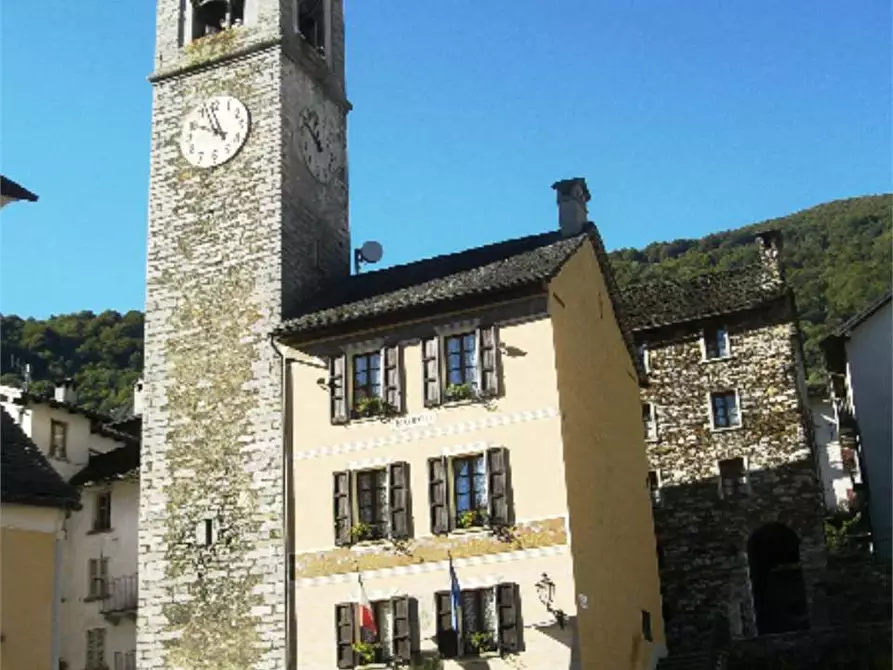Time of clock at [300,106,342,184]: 12:52
